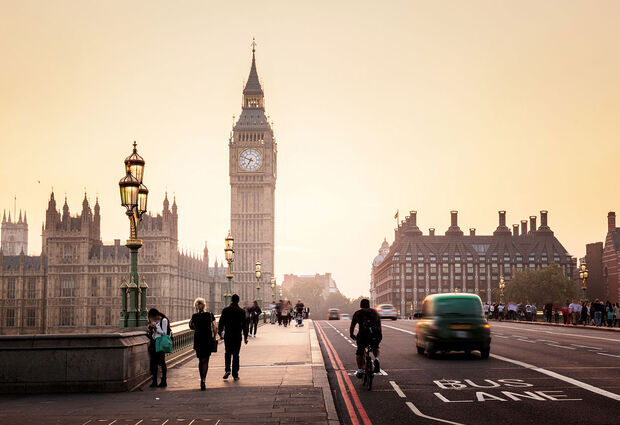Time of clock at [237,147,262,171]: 6:48
